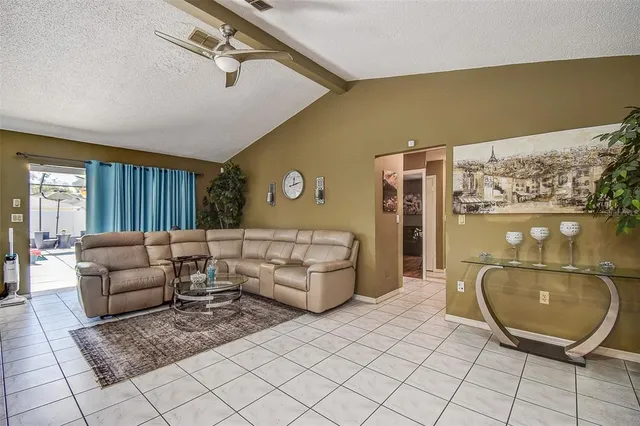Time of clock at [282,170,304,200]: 12:12
